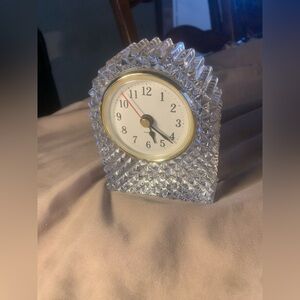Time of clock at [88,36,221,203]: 5:21
